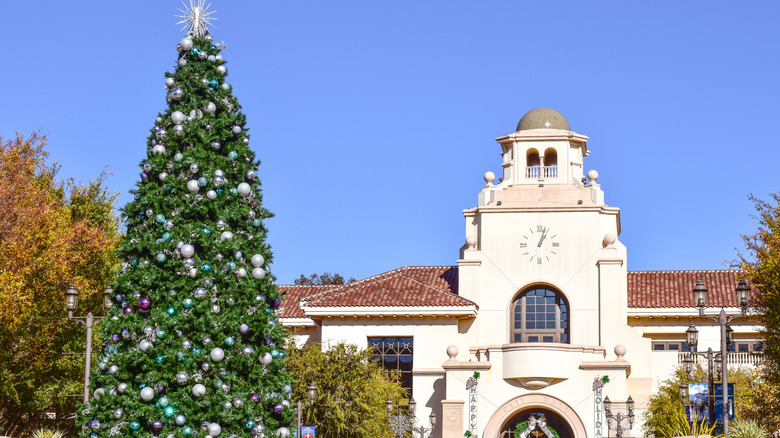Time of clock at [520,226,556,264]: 1:03
